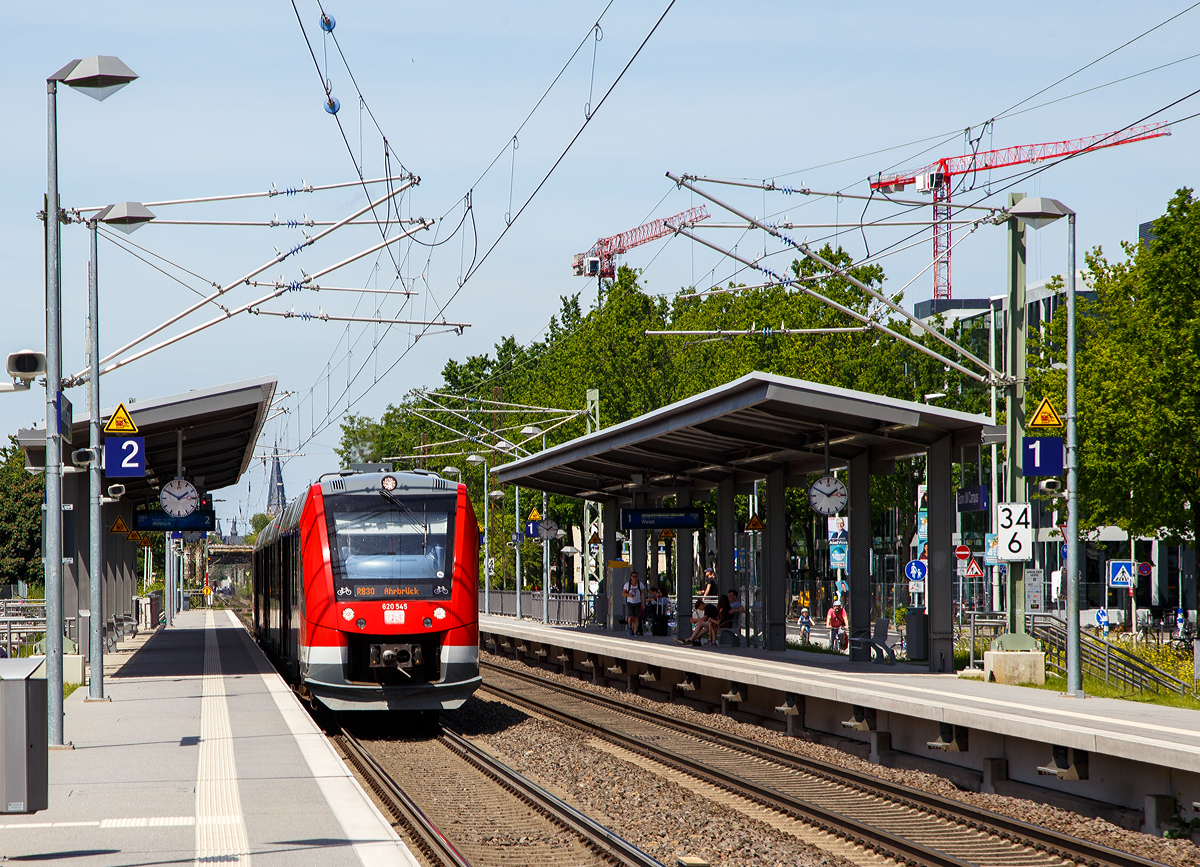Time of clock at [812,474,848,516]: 1:49
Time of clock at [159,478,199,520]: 1:50
